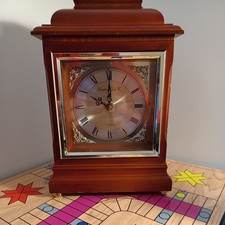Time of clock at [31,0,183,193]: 10:00
